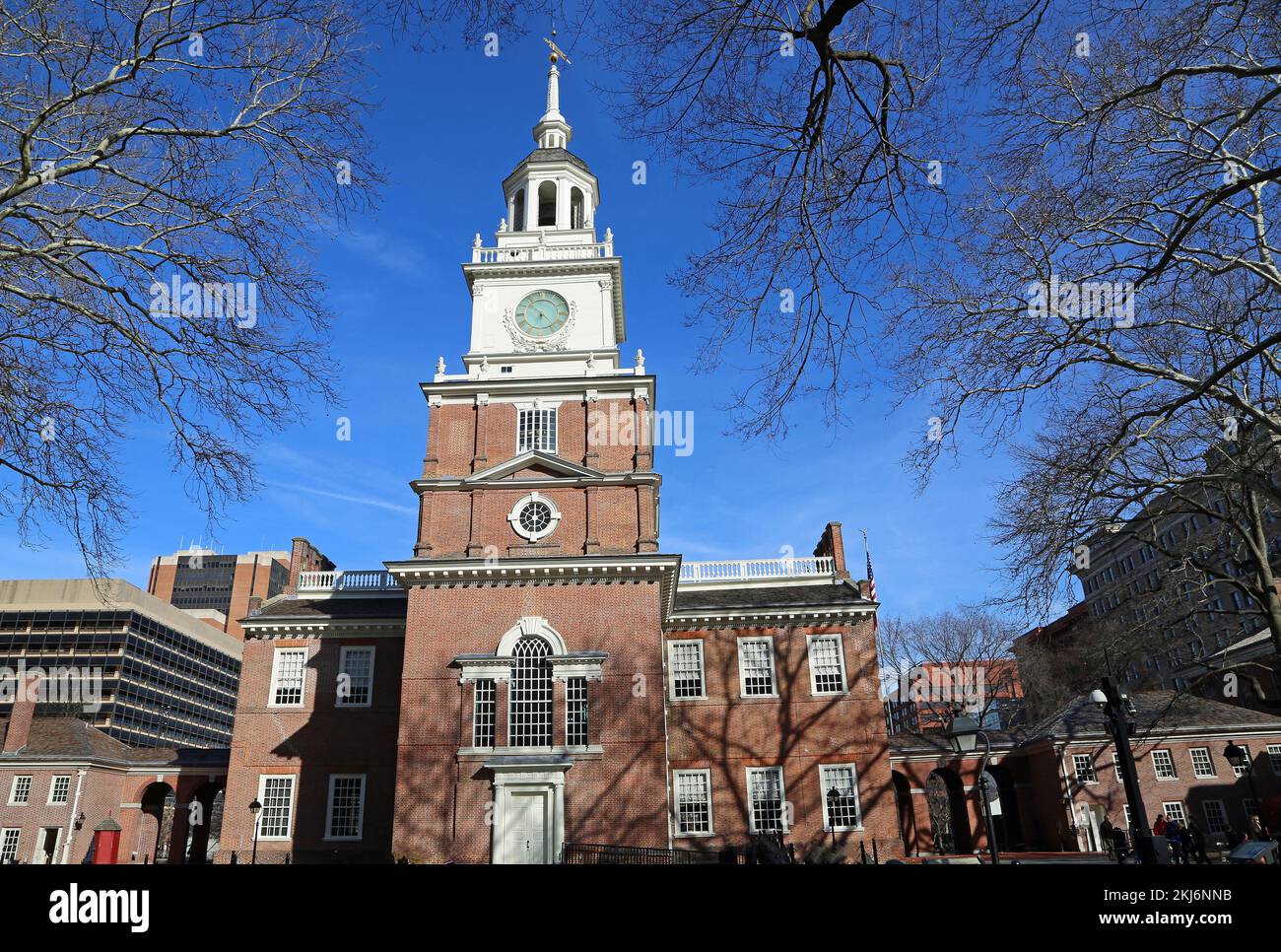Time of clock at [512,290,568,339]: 6:23
